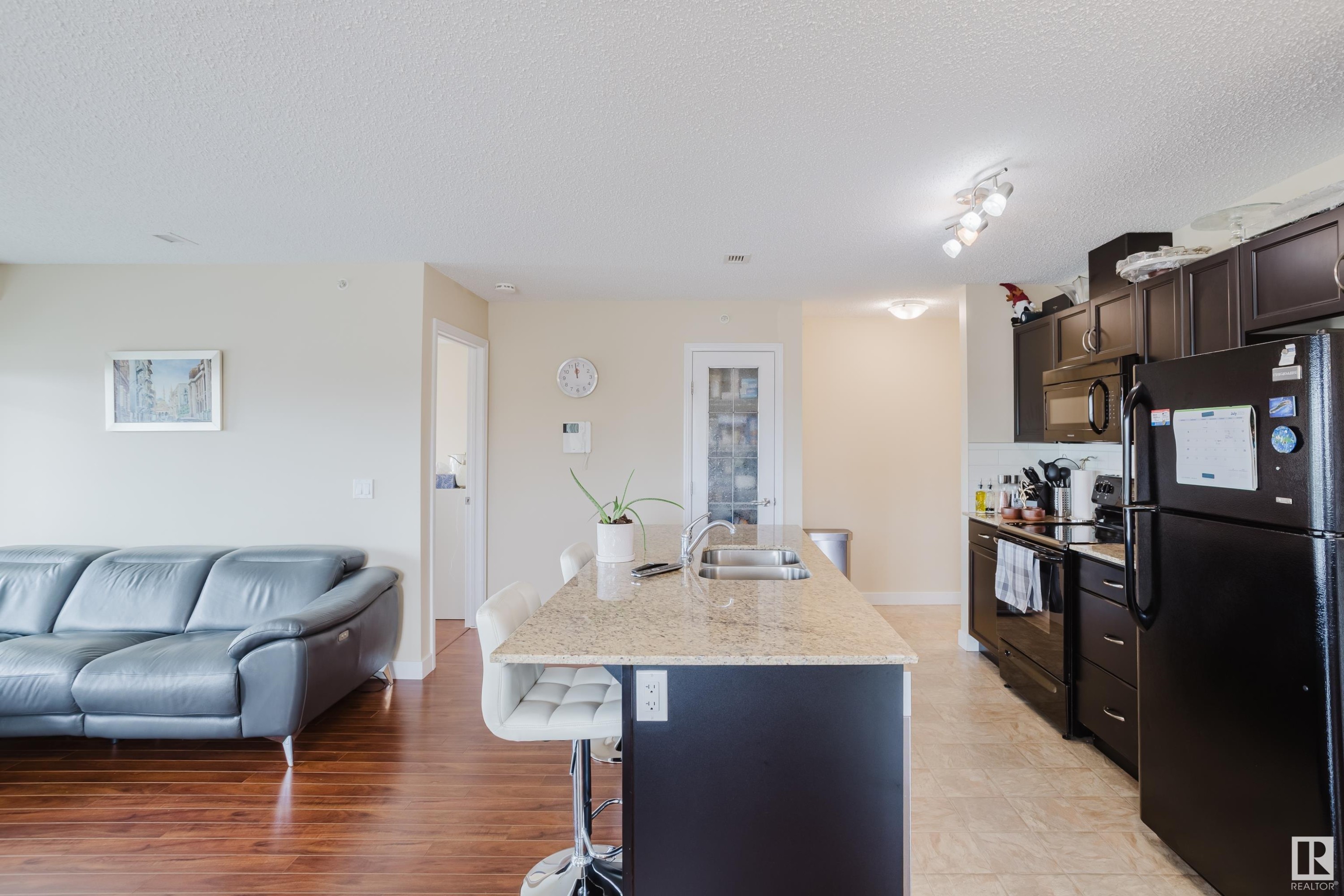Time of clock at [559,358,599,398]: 11:58
